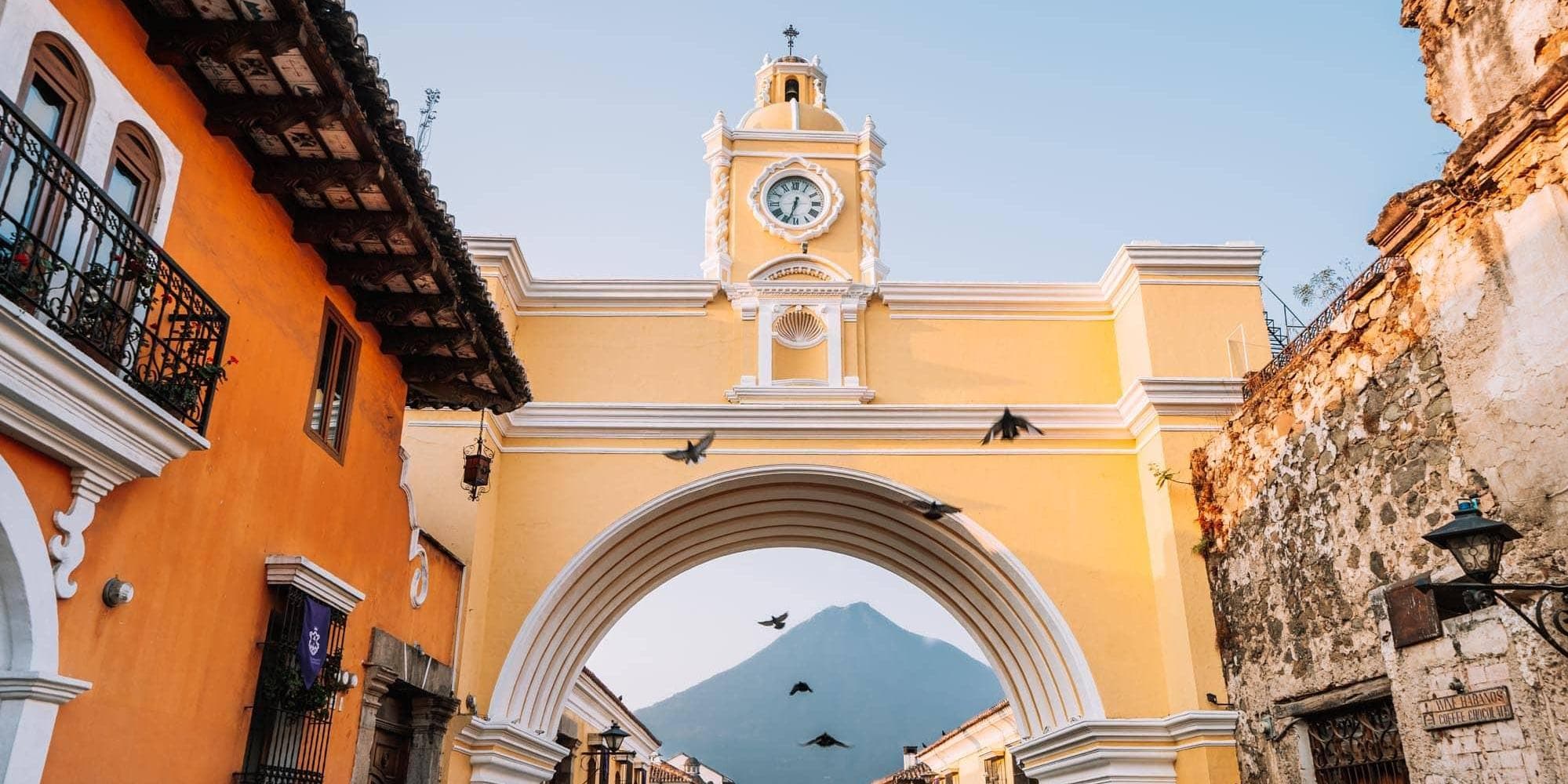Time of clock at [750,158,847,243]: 12:33
